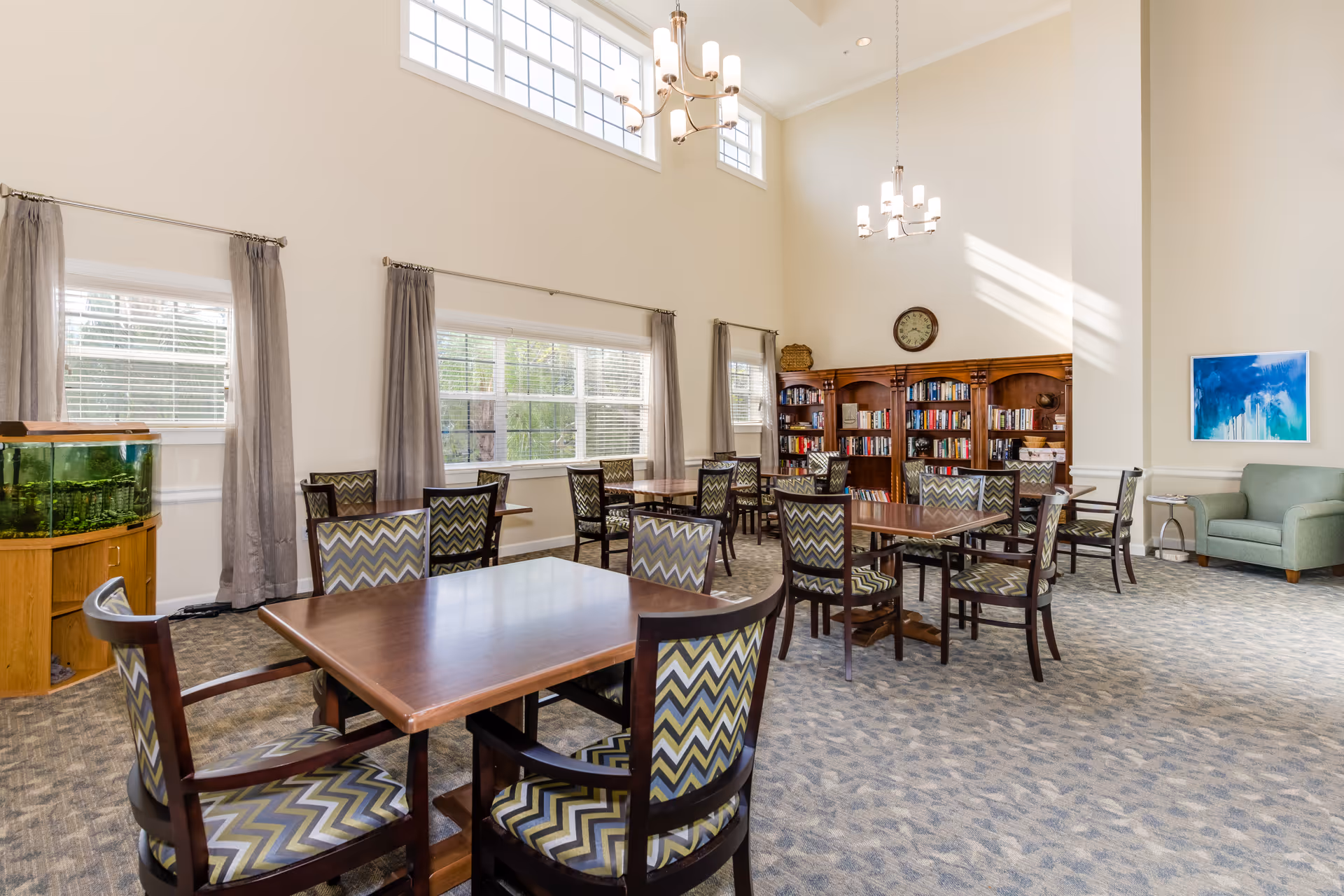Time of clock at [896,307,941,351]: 8:20
